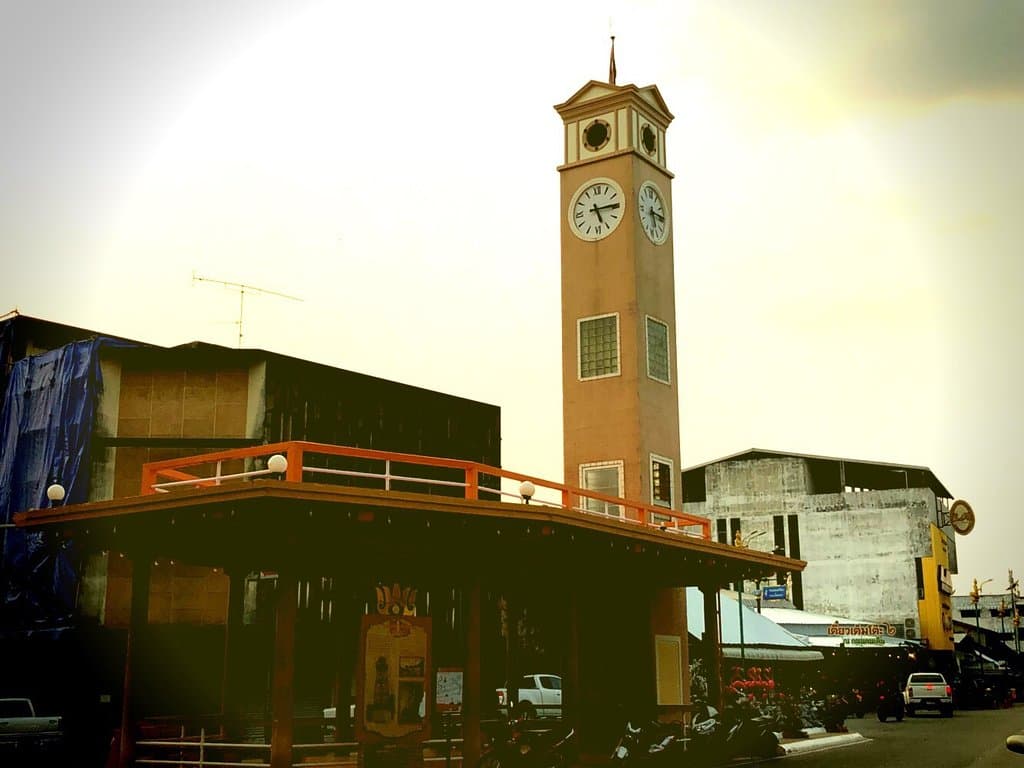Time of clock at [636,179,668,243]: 5:14
